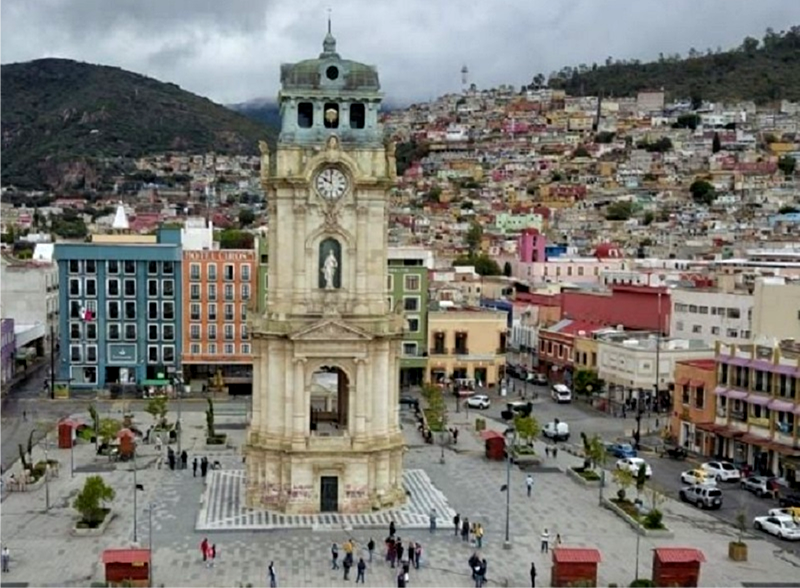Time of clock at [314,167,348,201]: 9:59
